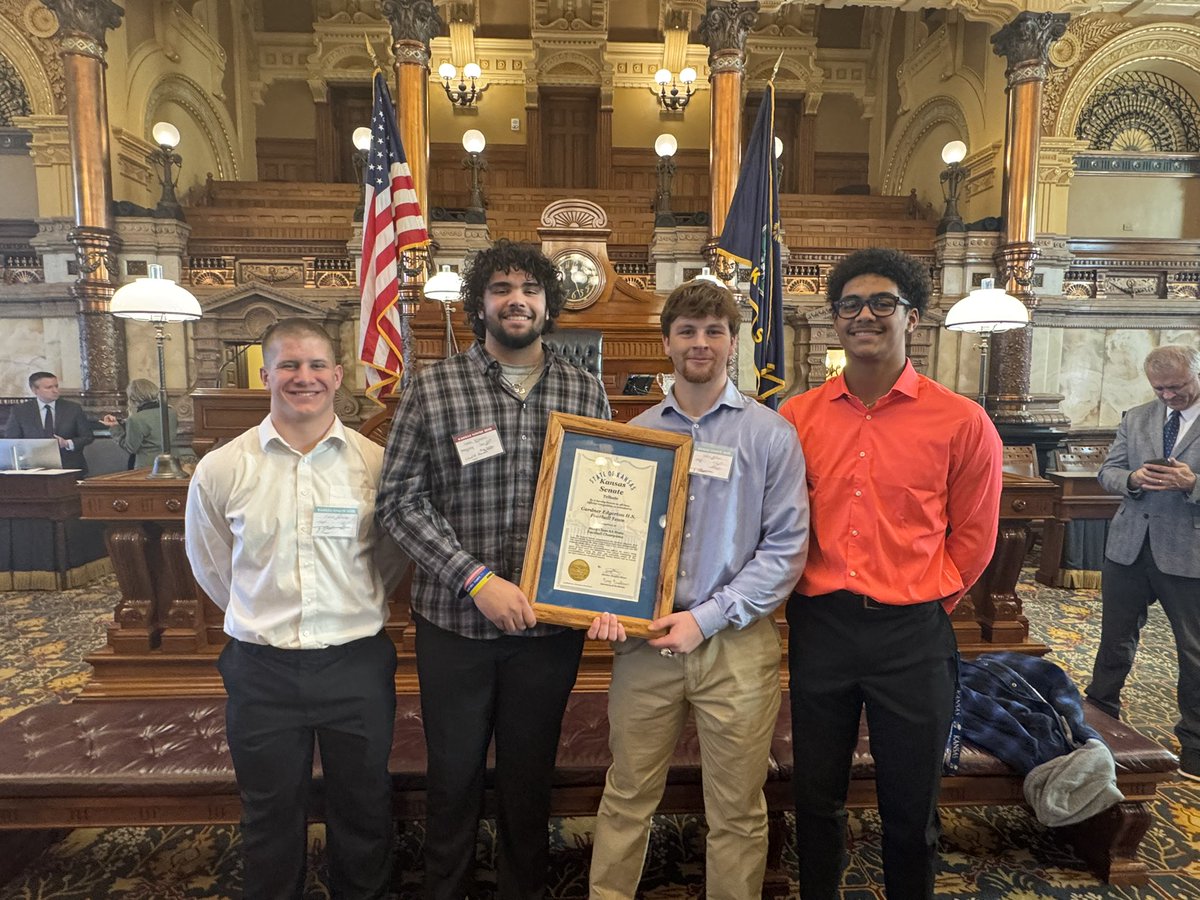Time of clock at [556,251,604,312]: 12:26
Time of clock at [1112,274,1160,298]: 11:51
